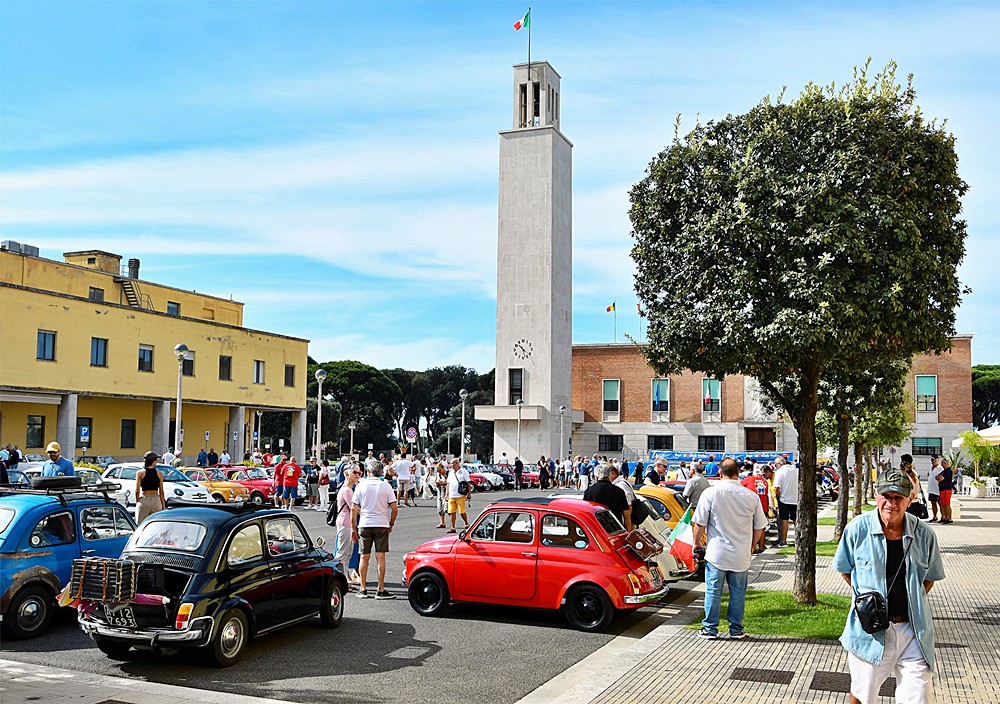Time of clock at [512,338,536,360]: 10:27
